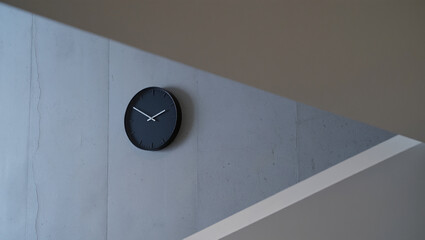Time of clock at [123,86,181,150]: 1:50
